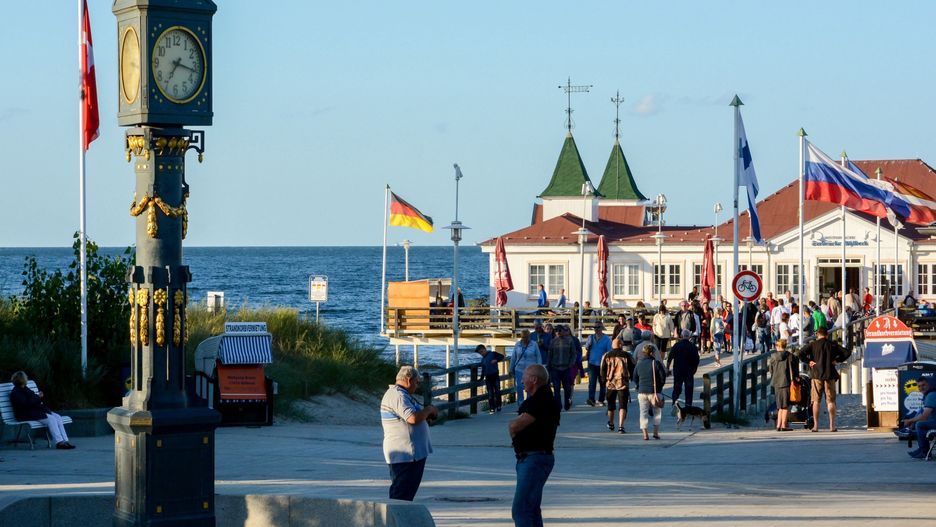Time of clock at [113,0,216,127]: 7:16
